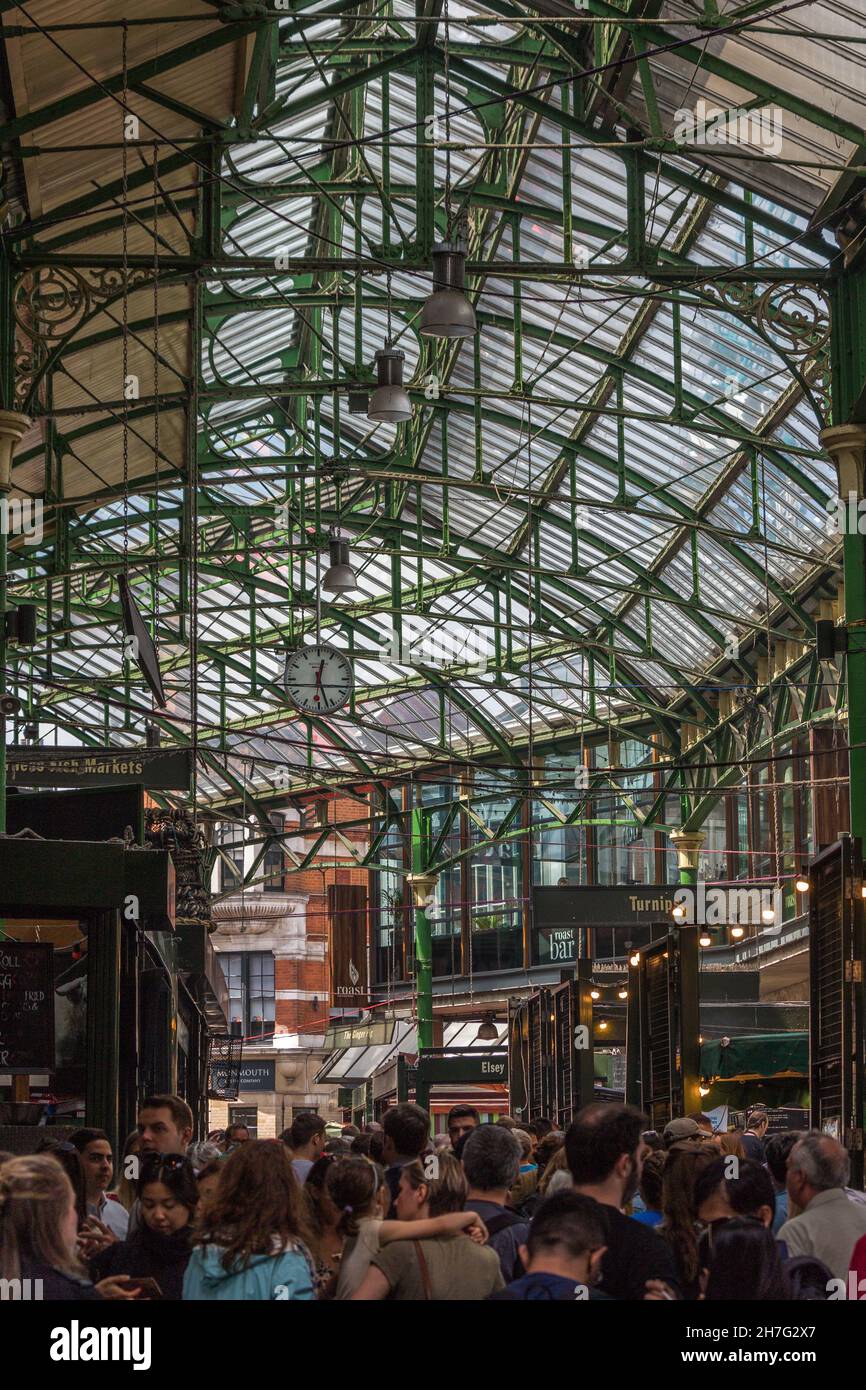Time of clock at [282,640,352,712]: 12:26
